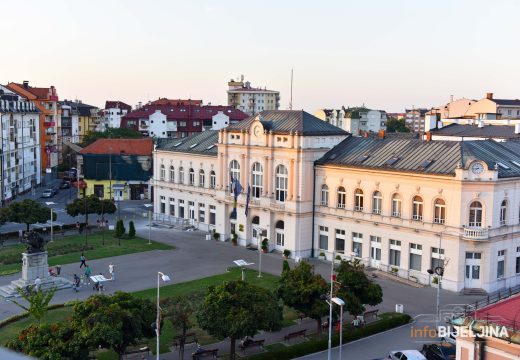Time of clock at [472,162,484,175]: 7:43
